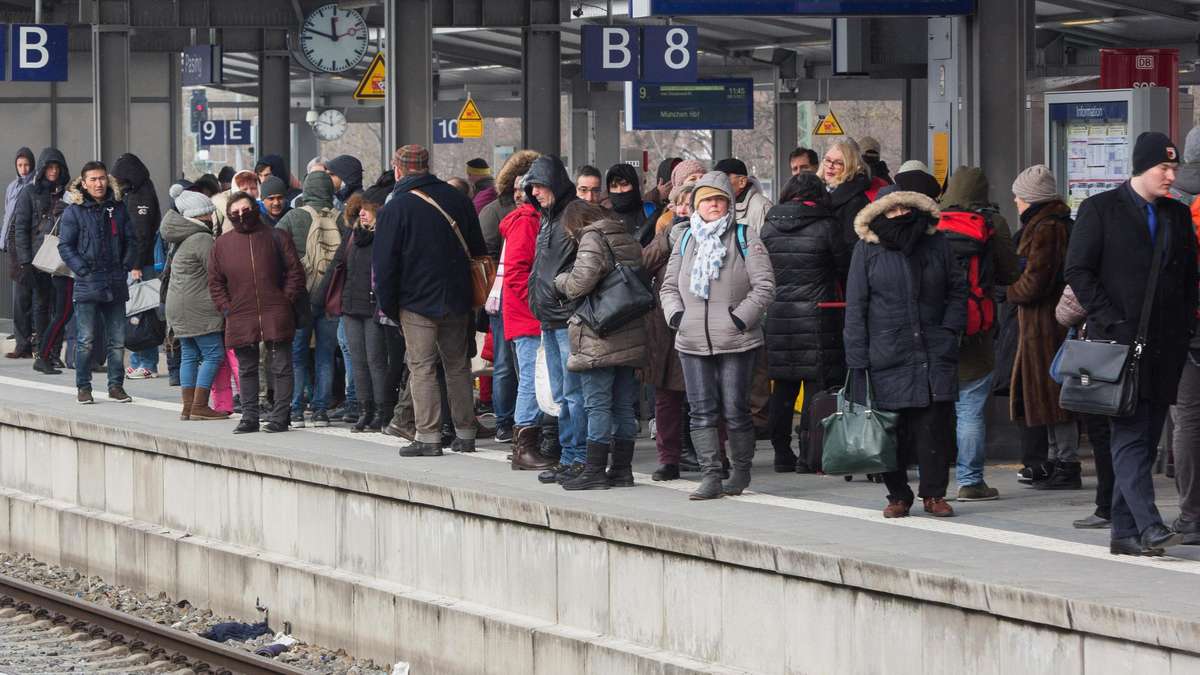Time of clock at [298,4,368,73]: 11:47
